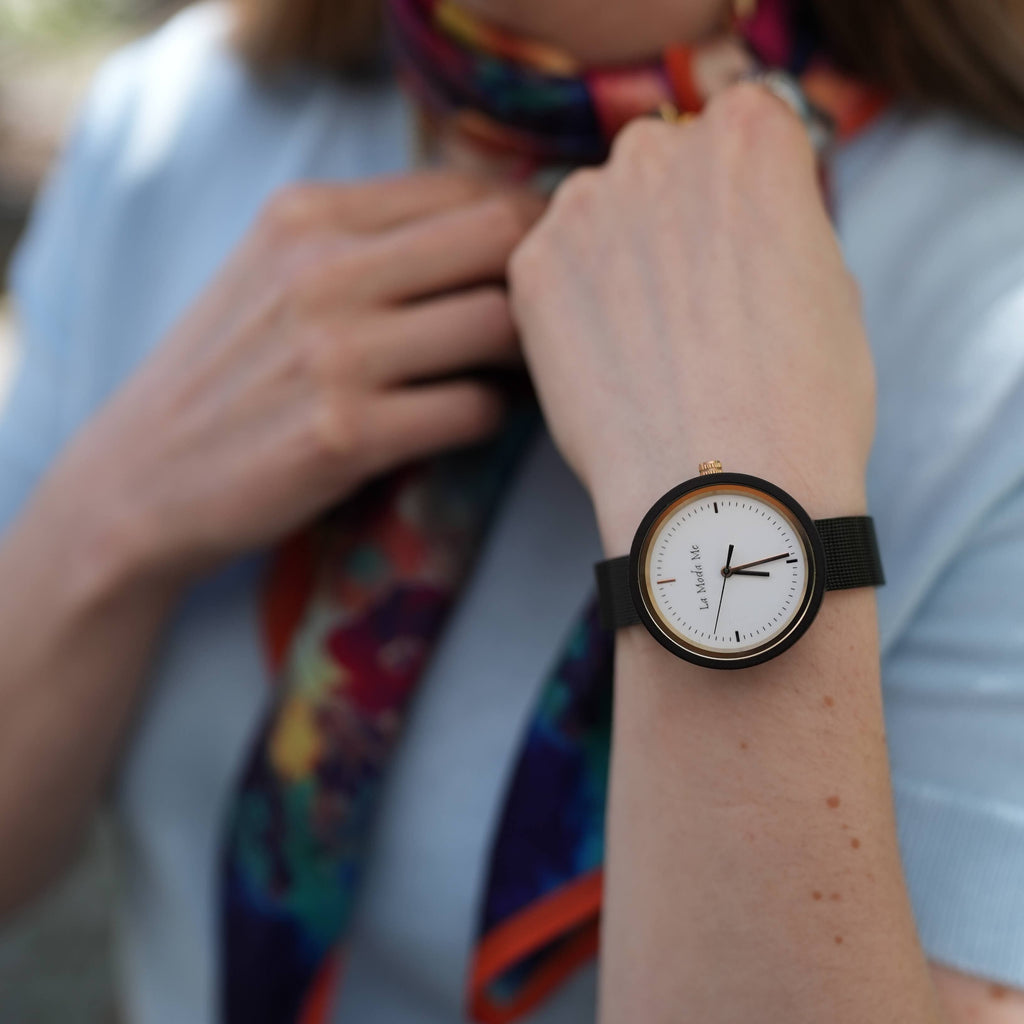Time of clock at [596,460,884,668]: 3:13
